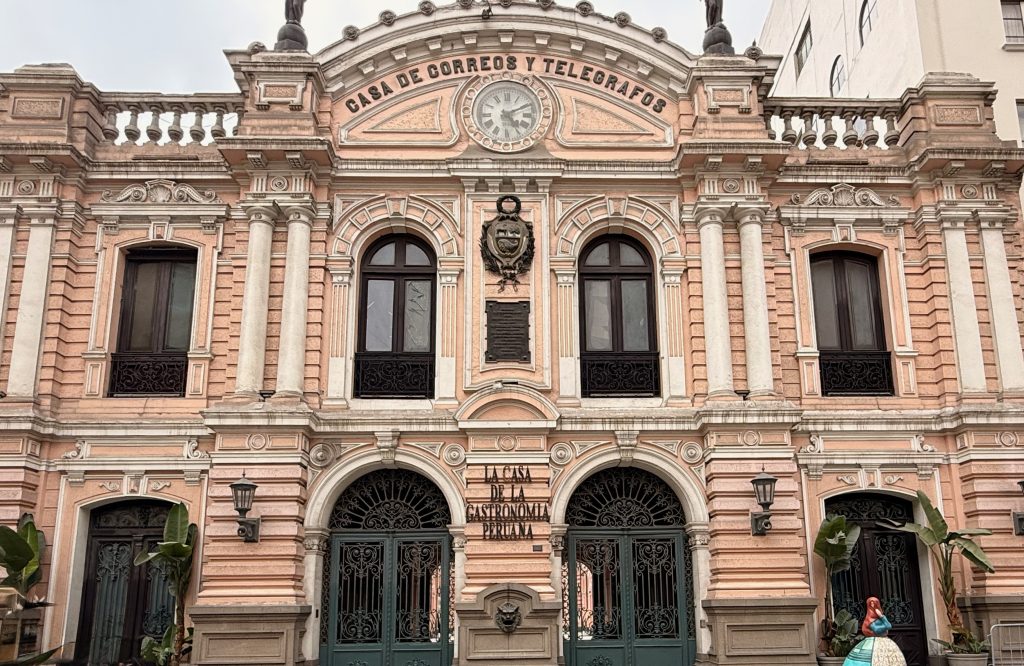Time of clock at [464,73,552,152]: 5:10
